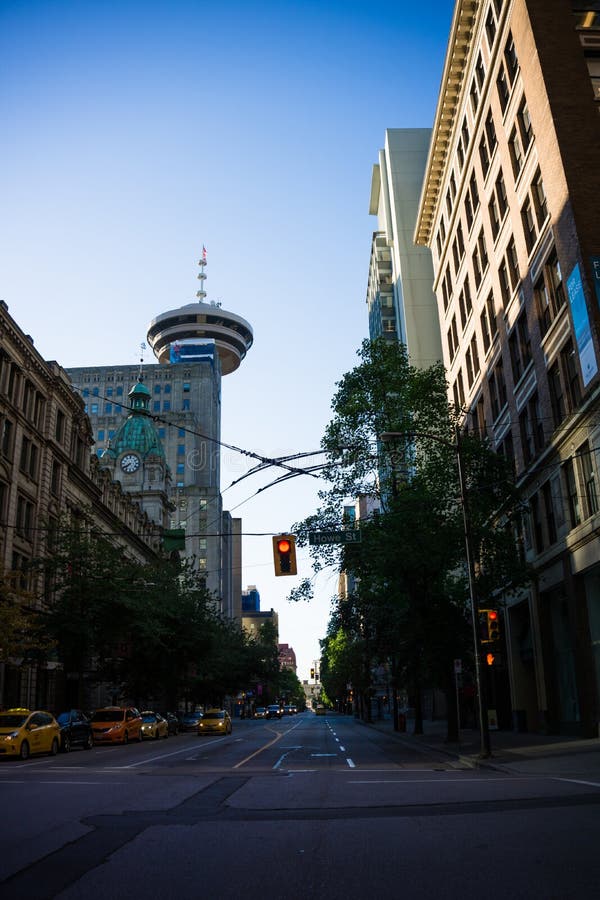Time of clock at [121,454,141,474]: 7:40
